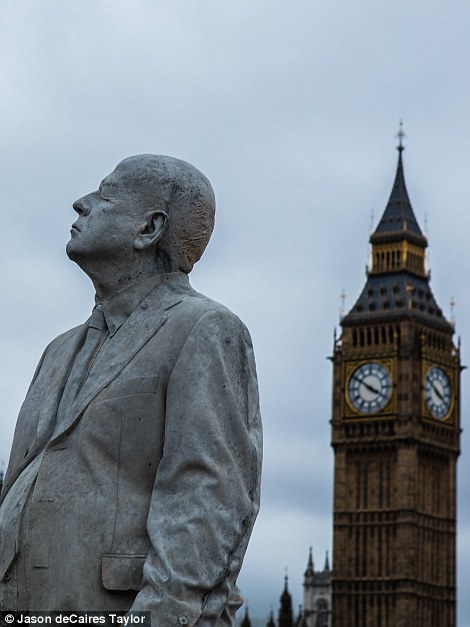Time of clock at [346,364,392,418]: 3:50
